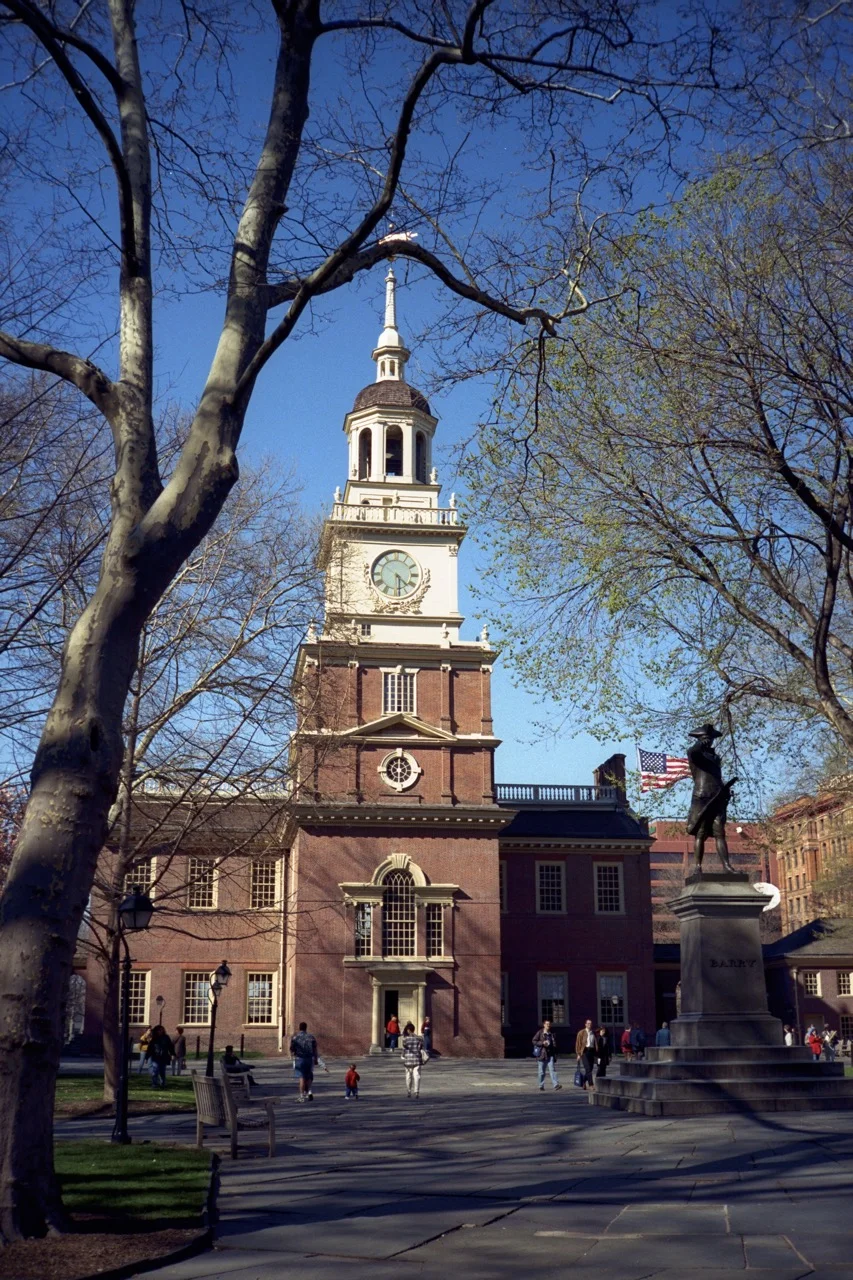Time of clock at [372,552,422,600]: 4:28
